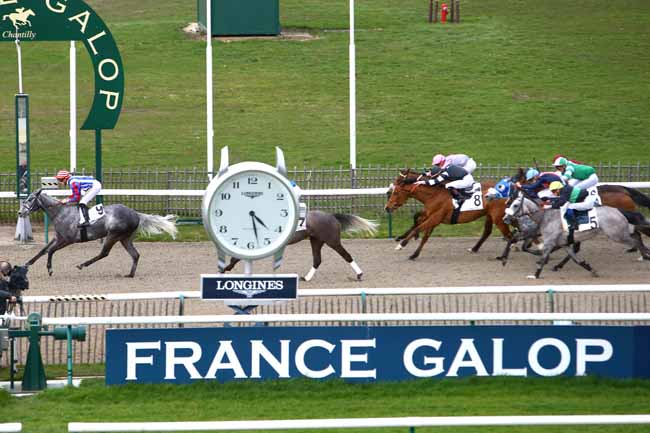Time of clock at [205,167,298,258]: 4:27
